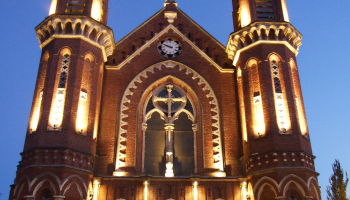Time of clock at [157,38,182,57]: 9:48
